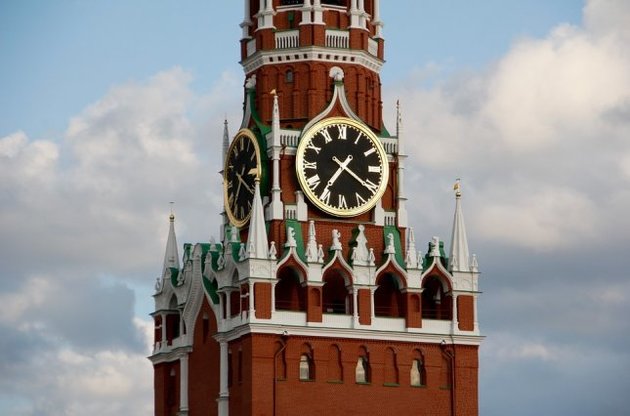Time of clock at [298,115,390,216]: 7:20
